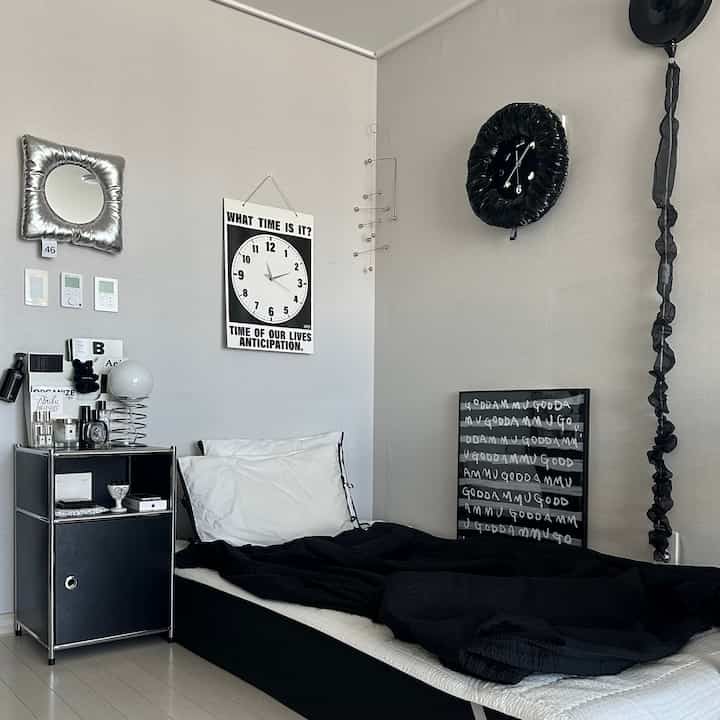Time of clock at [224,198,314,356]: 2:18
